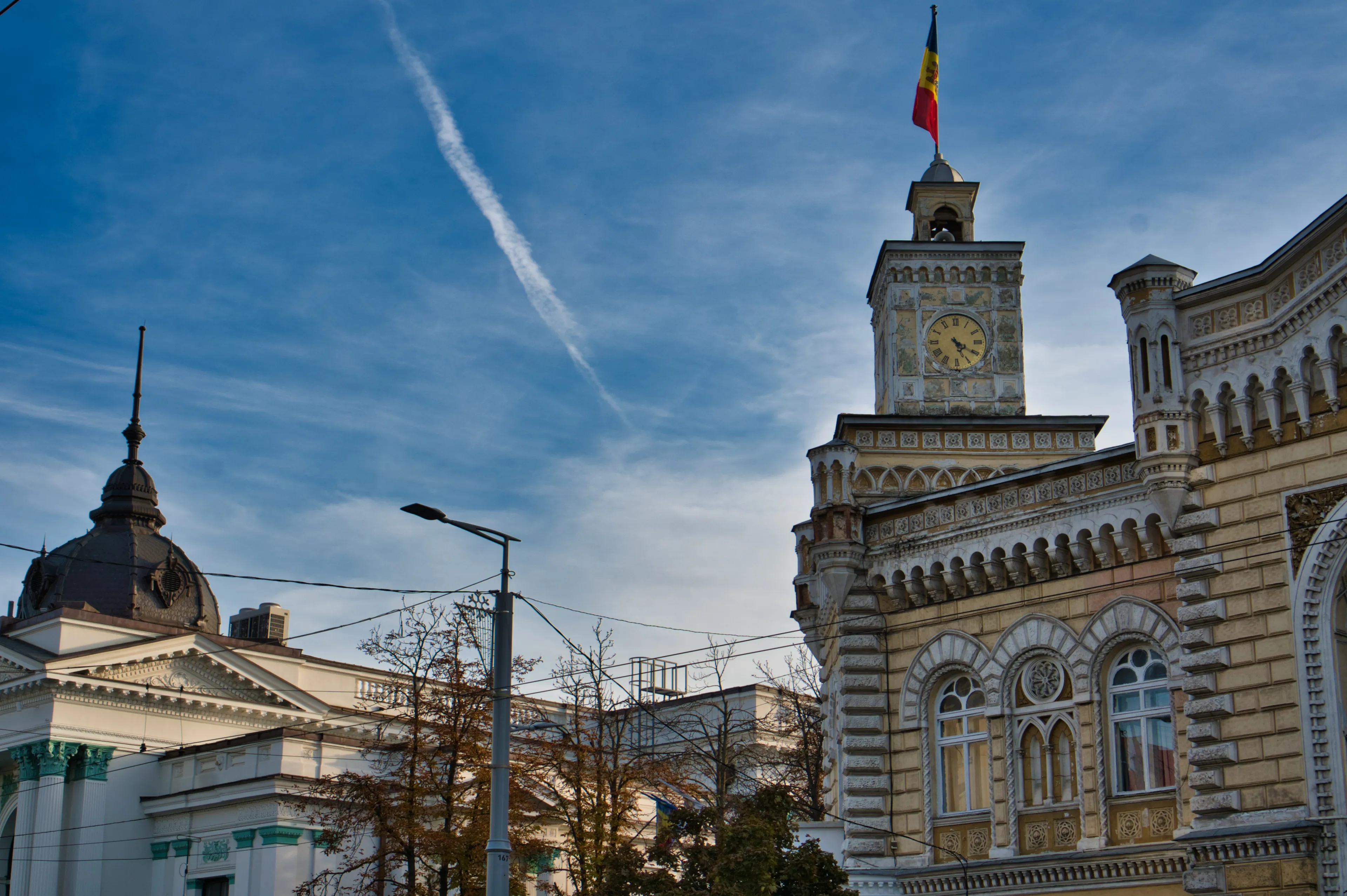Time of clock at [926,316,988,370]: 5:20
